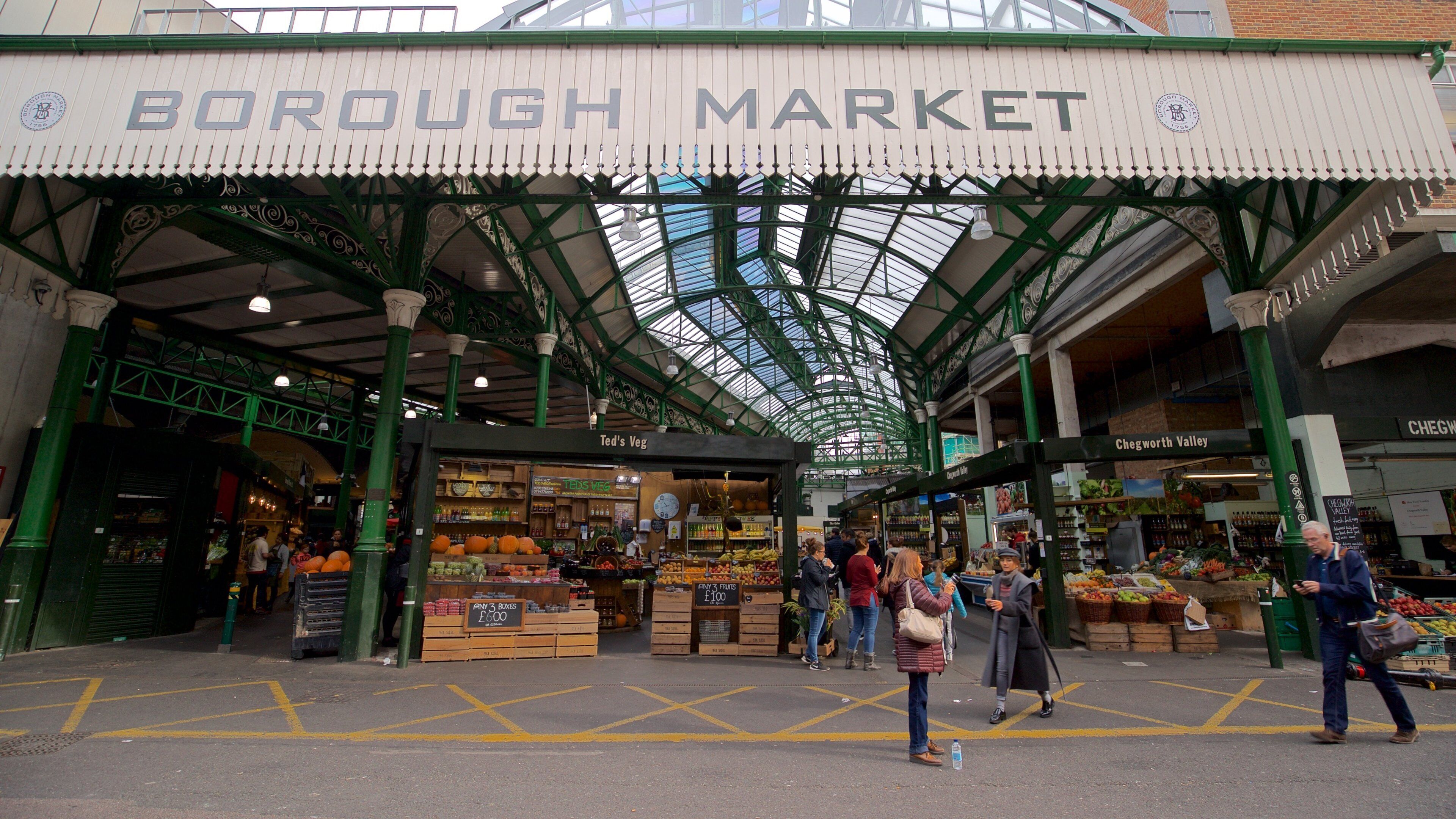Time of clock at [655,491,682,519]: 10:42
